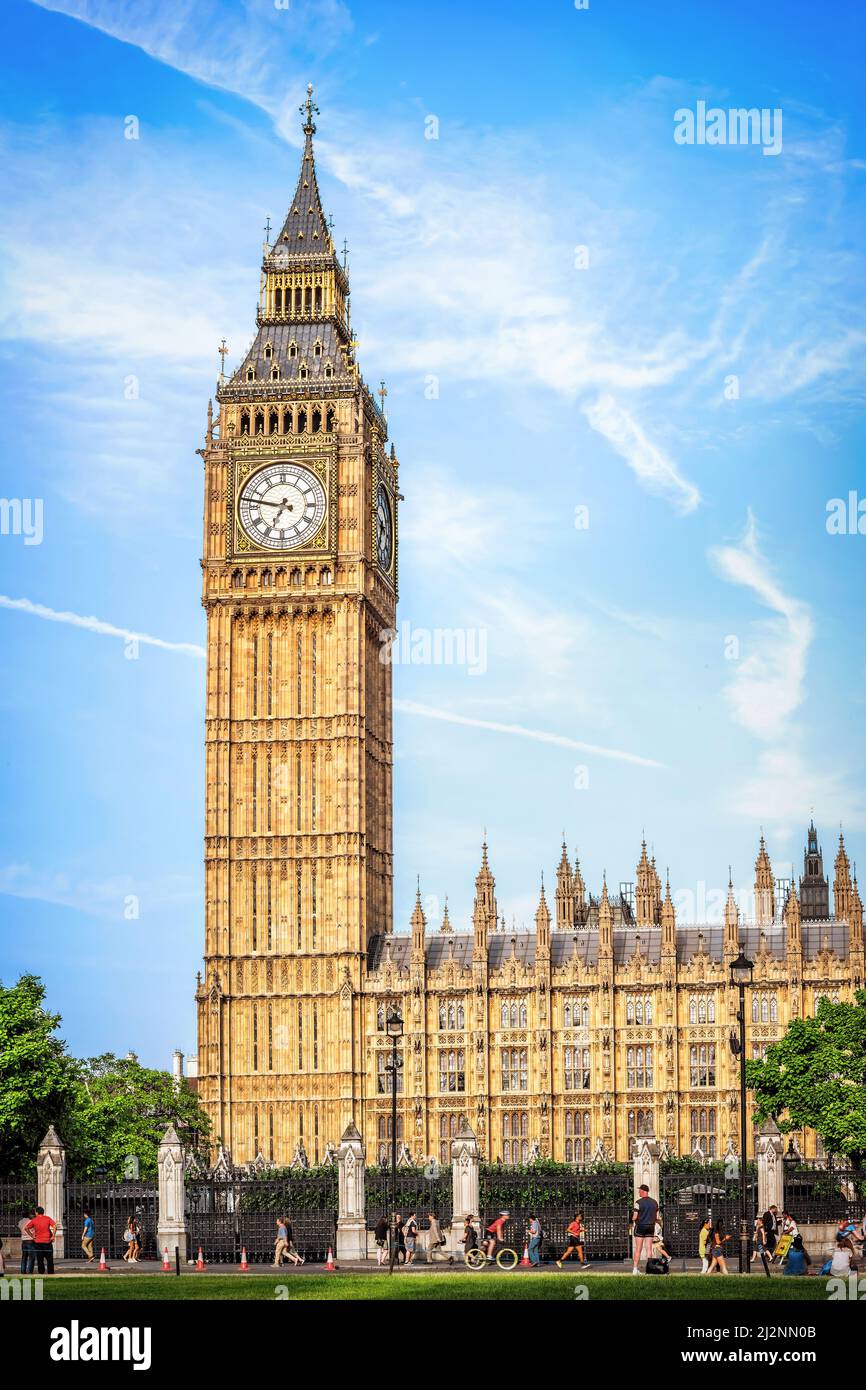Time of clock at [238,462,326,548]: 6:47
